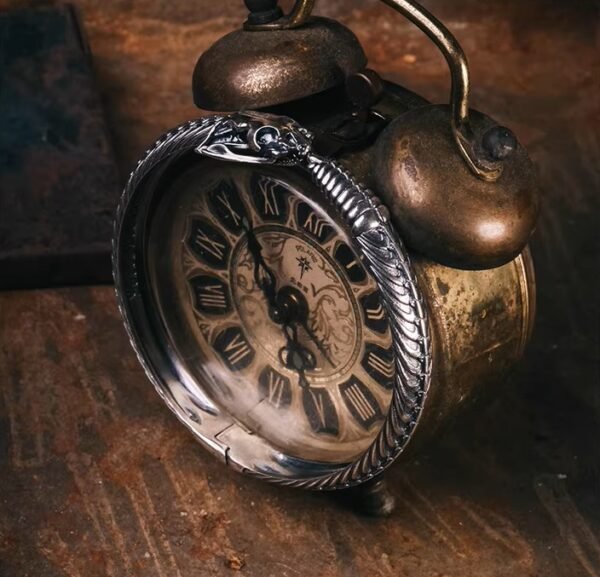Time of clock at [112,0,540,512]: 5:57
